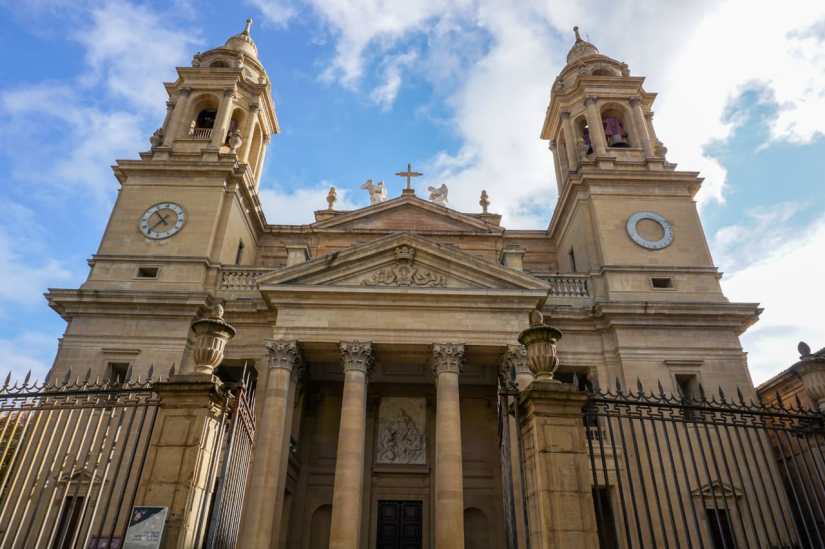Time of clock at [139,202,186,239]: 10:36
